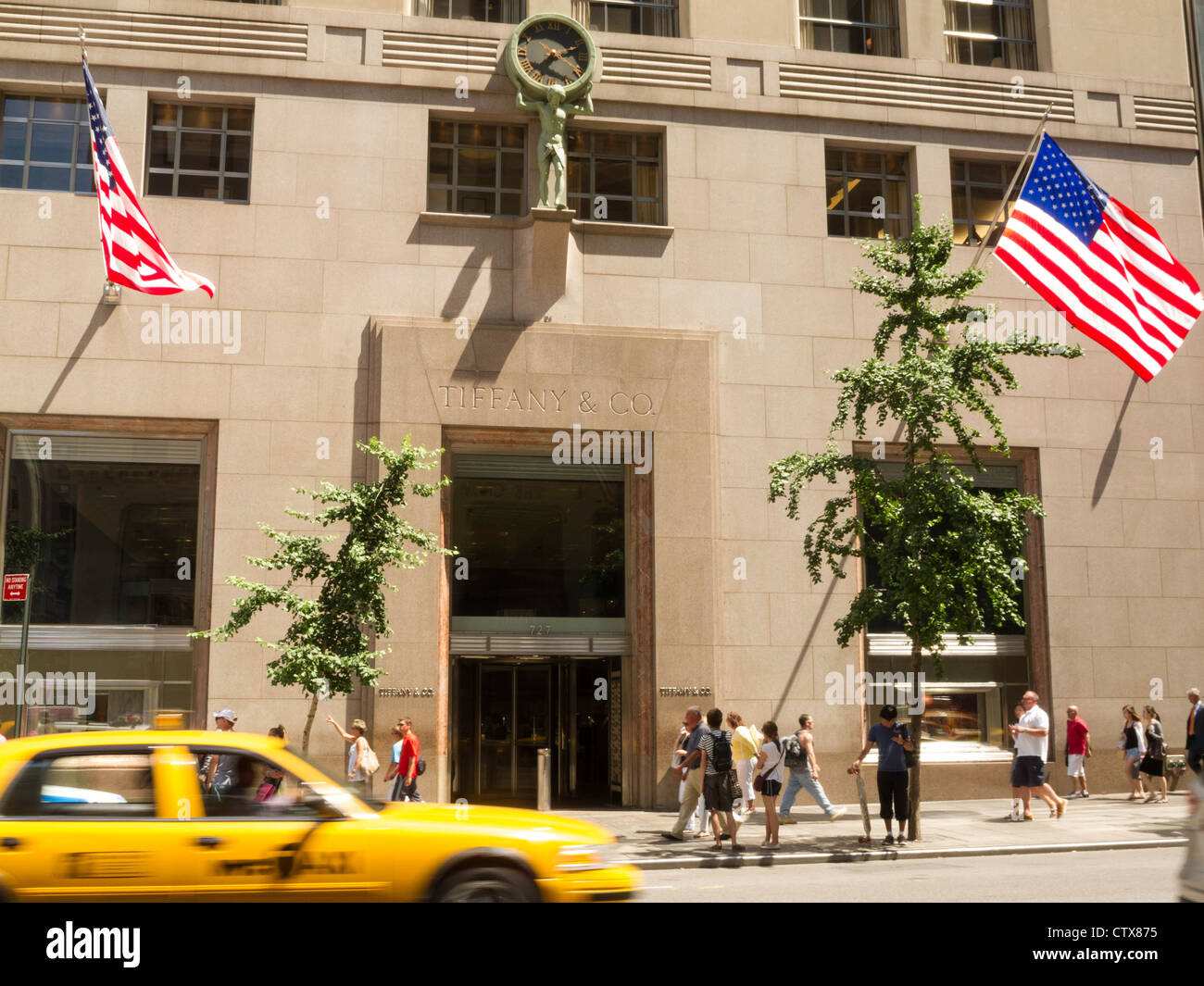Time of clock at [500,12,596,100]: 7:11
